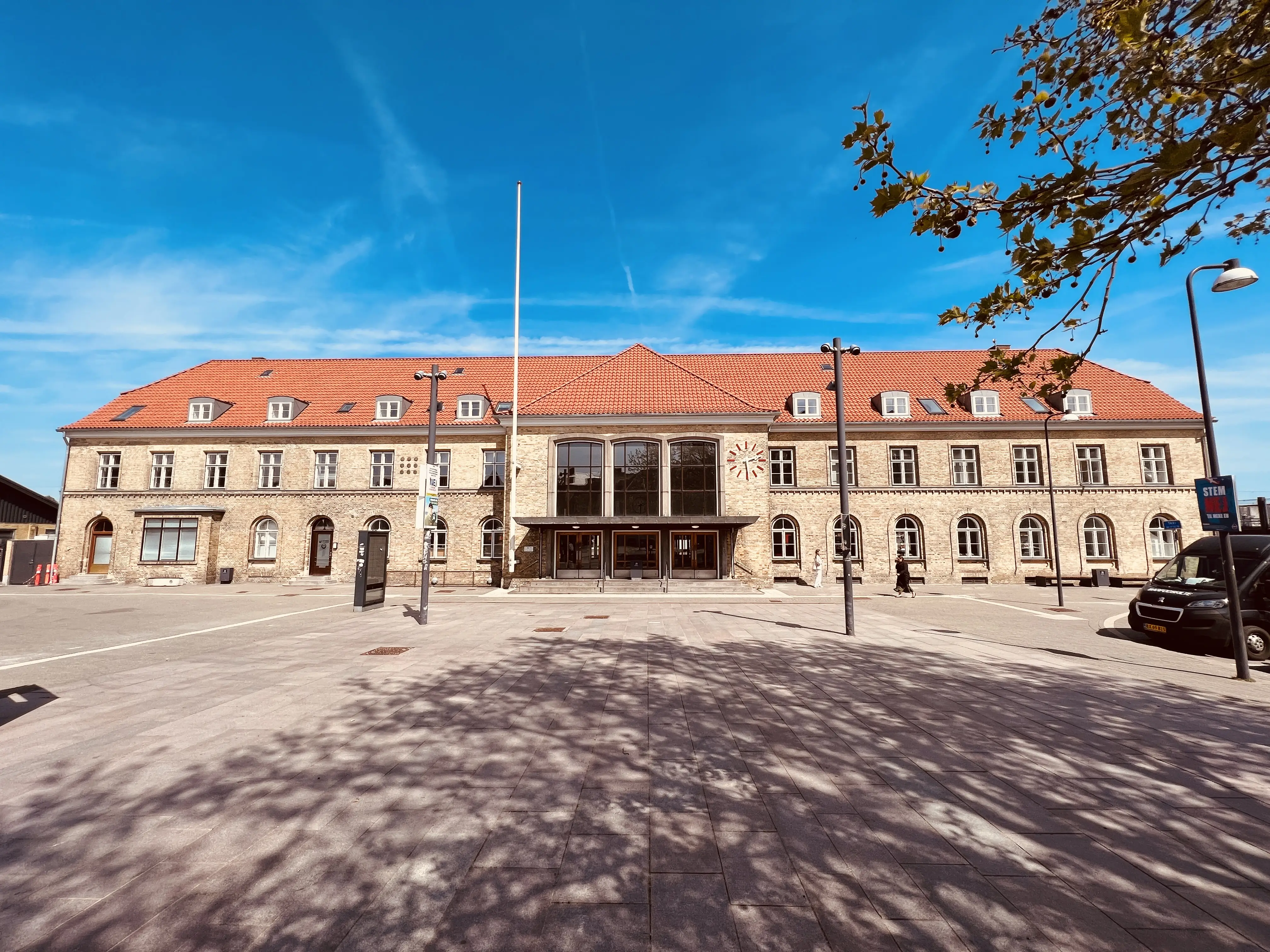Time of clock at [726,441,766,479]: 2:29
